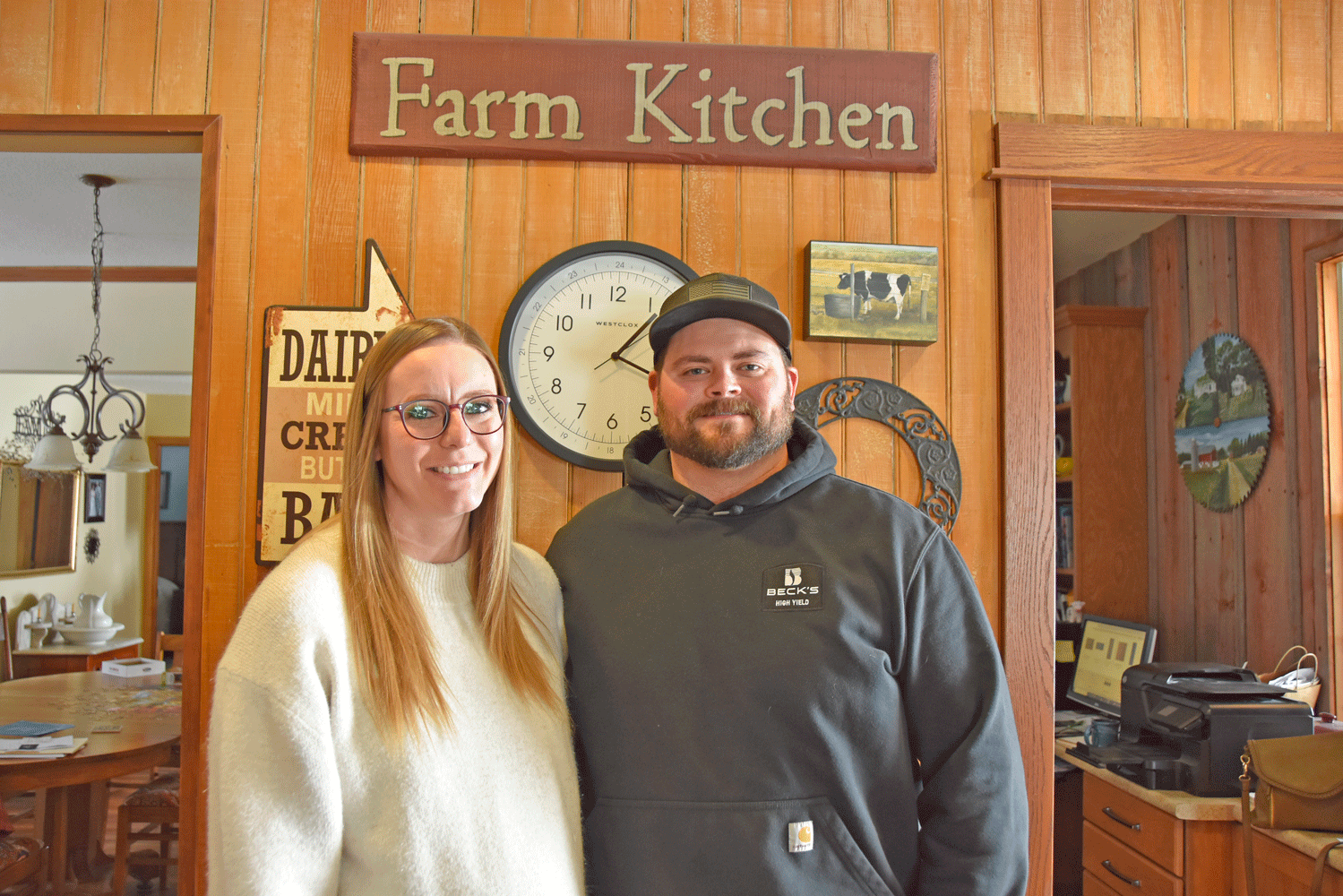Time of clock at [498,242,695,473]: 1:18
